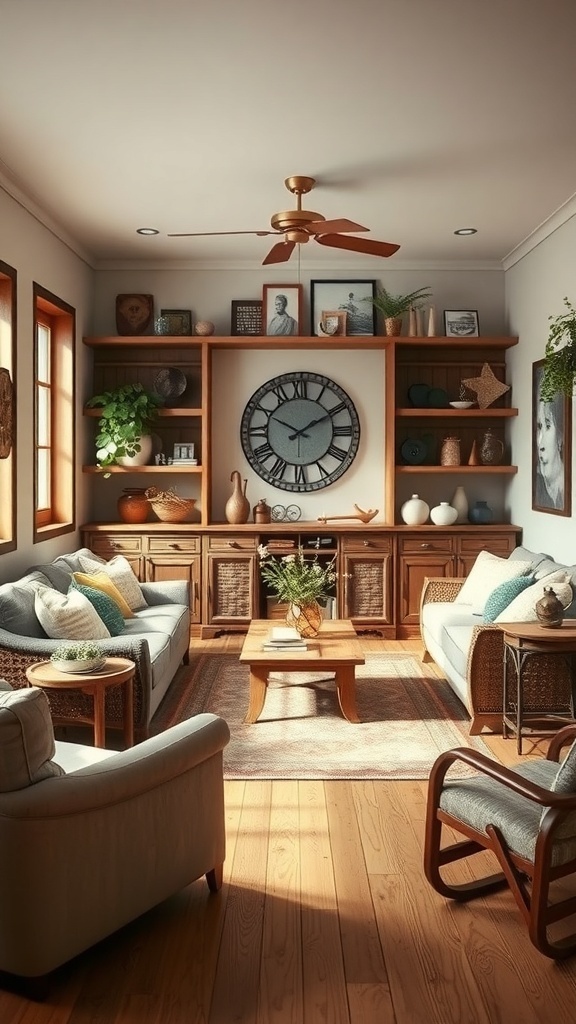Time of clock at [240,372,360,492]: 1:49
